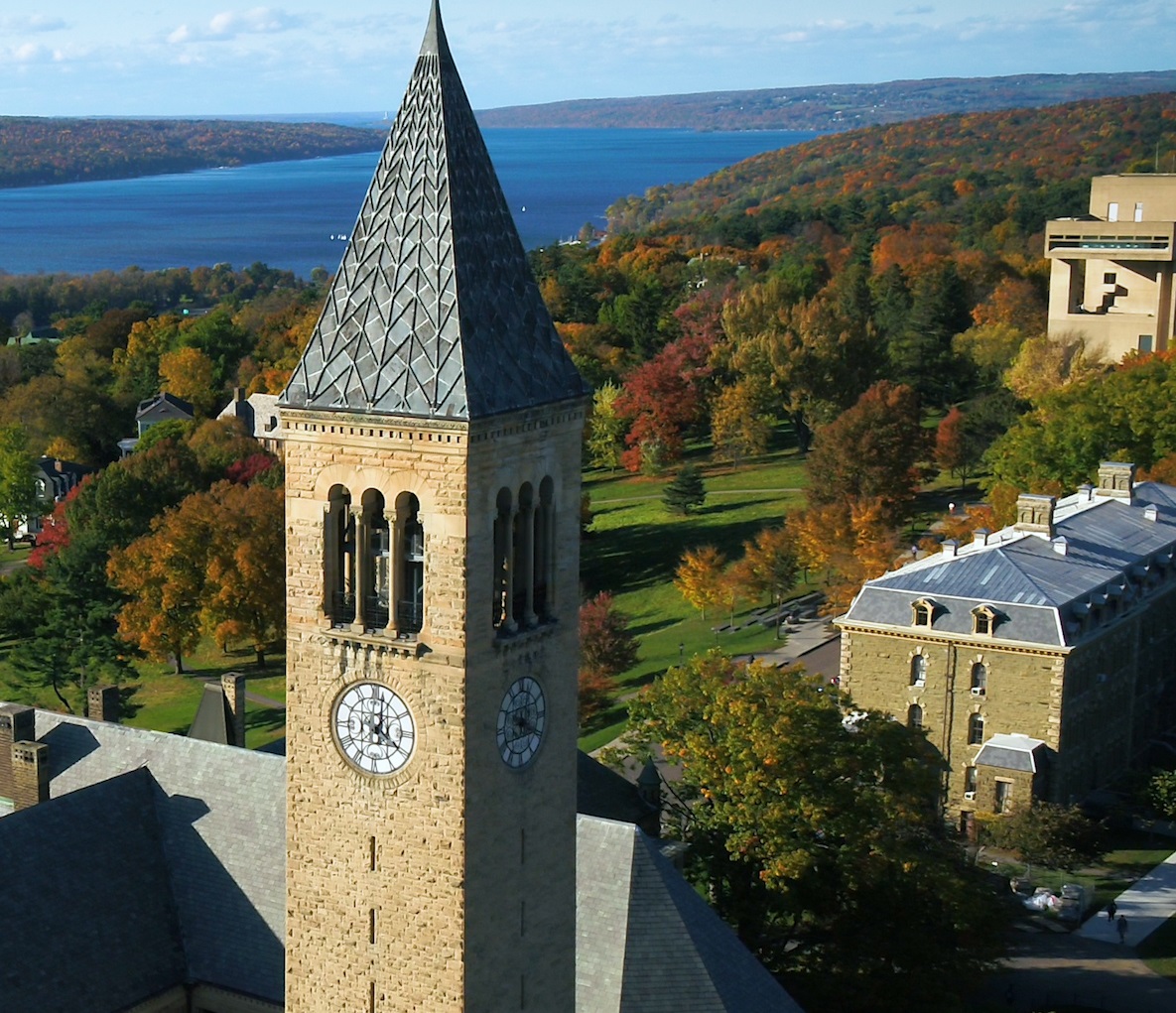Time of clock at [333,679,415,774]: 4:01
